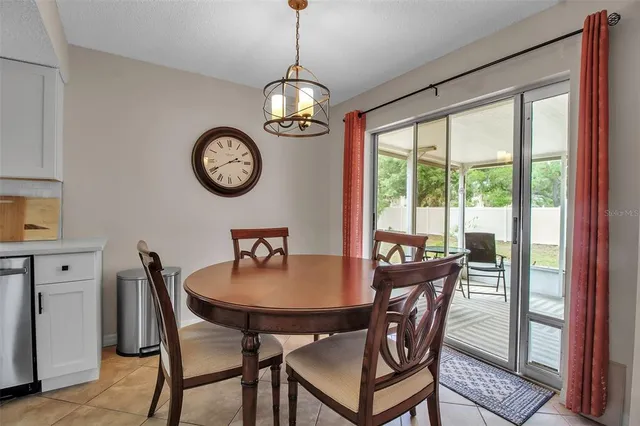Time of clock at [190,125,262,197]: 2:40
